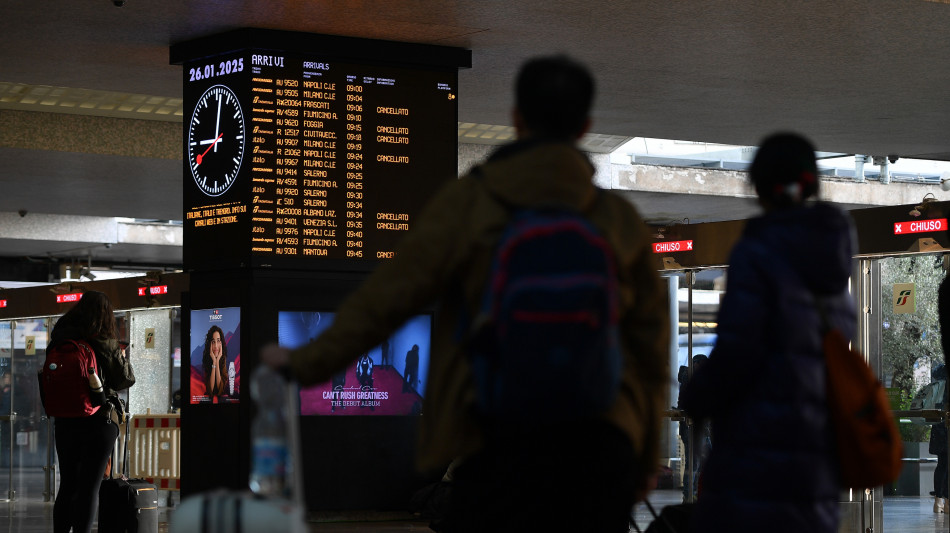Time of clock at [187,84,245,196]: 9:01
